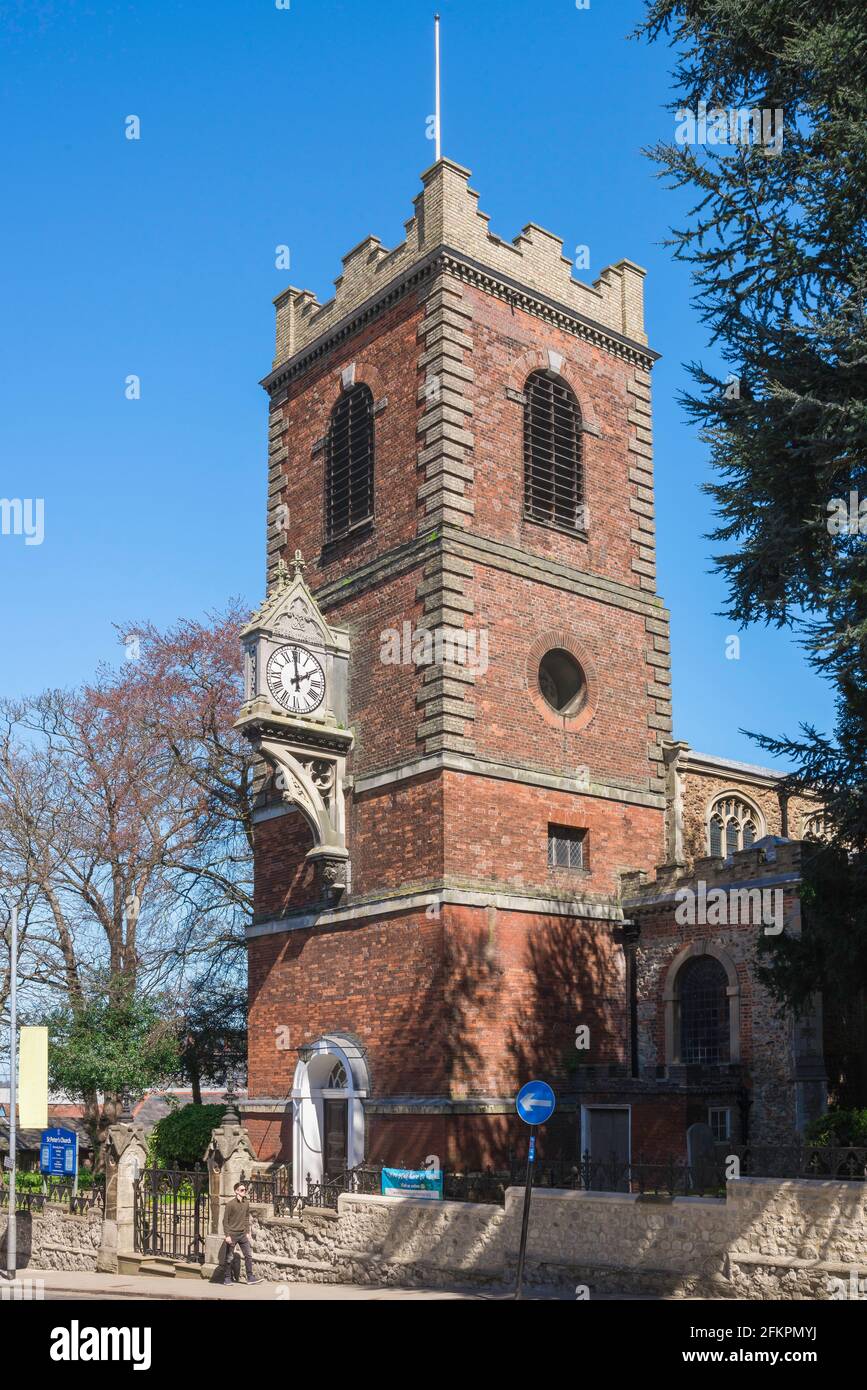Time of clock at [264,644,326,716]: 1:59
